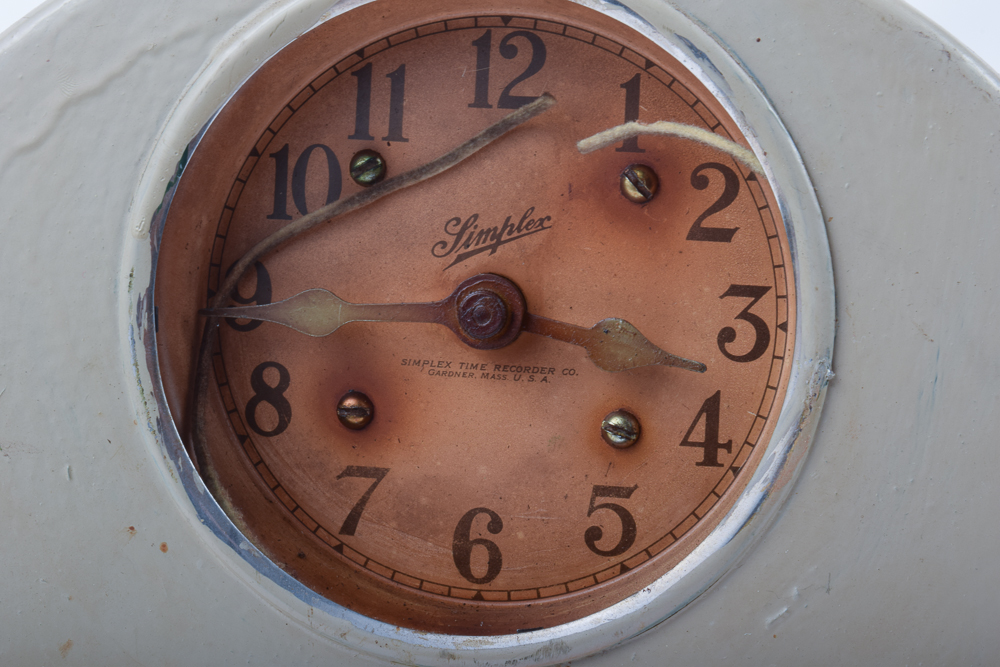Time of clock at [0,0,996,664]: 3:44
